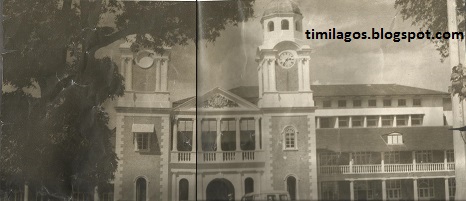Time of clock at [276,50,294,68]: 2:36
